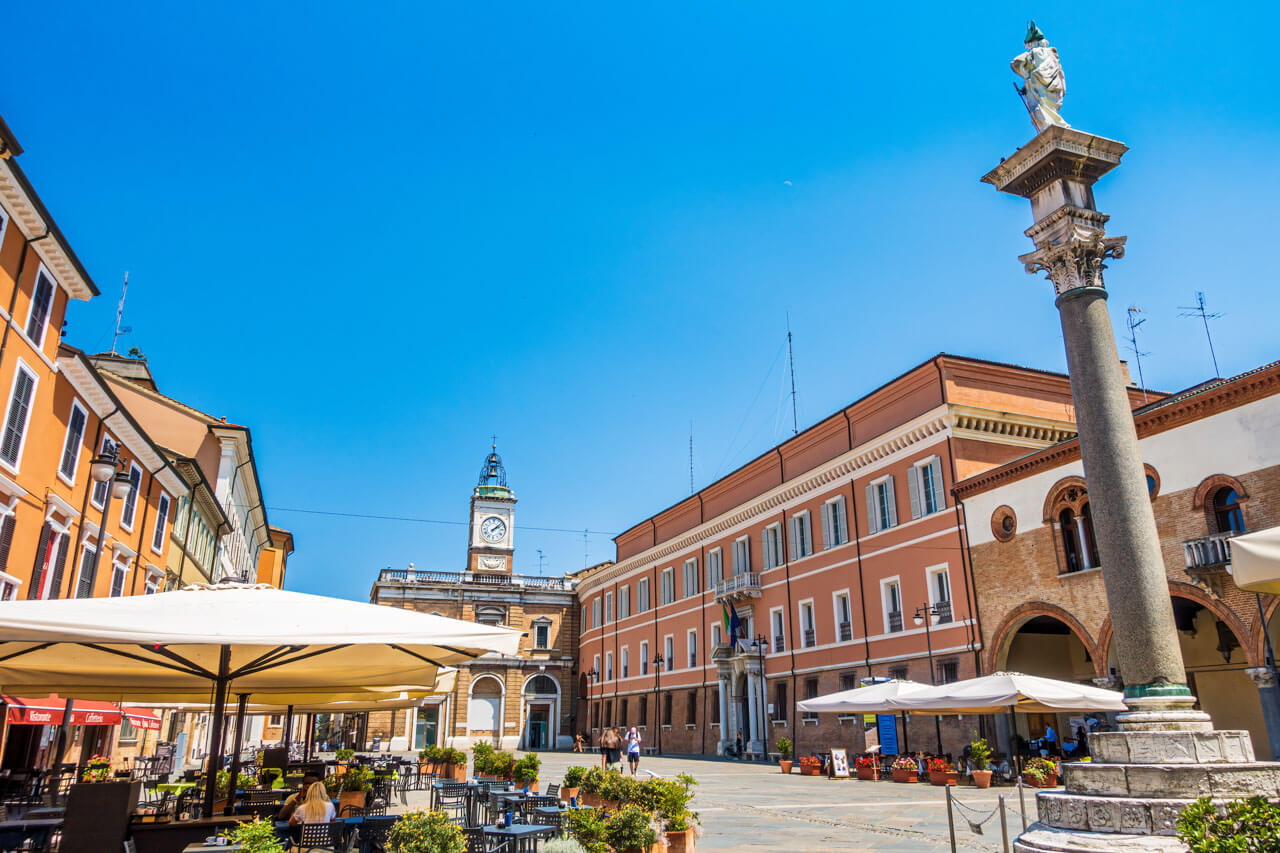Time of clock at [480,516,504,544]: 2:07
